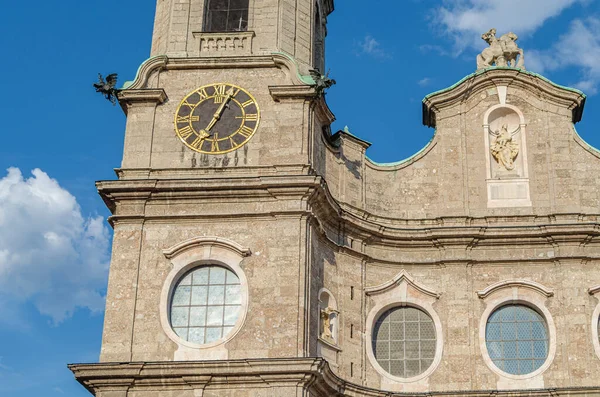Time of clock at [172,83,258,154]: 7:04
